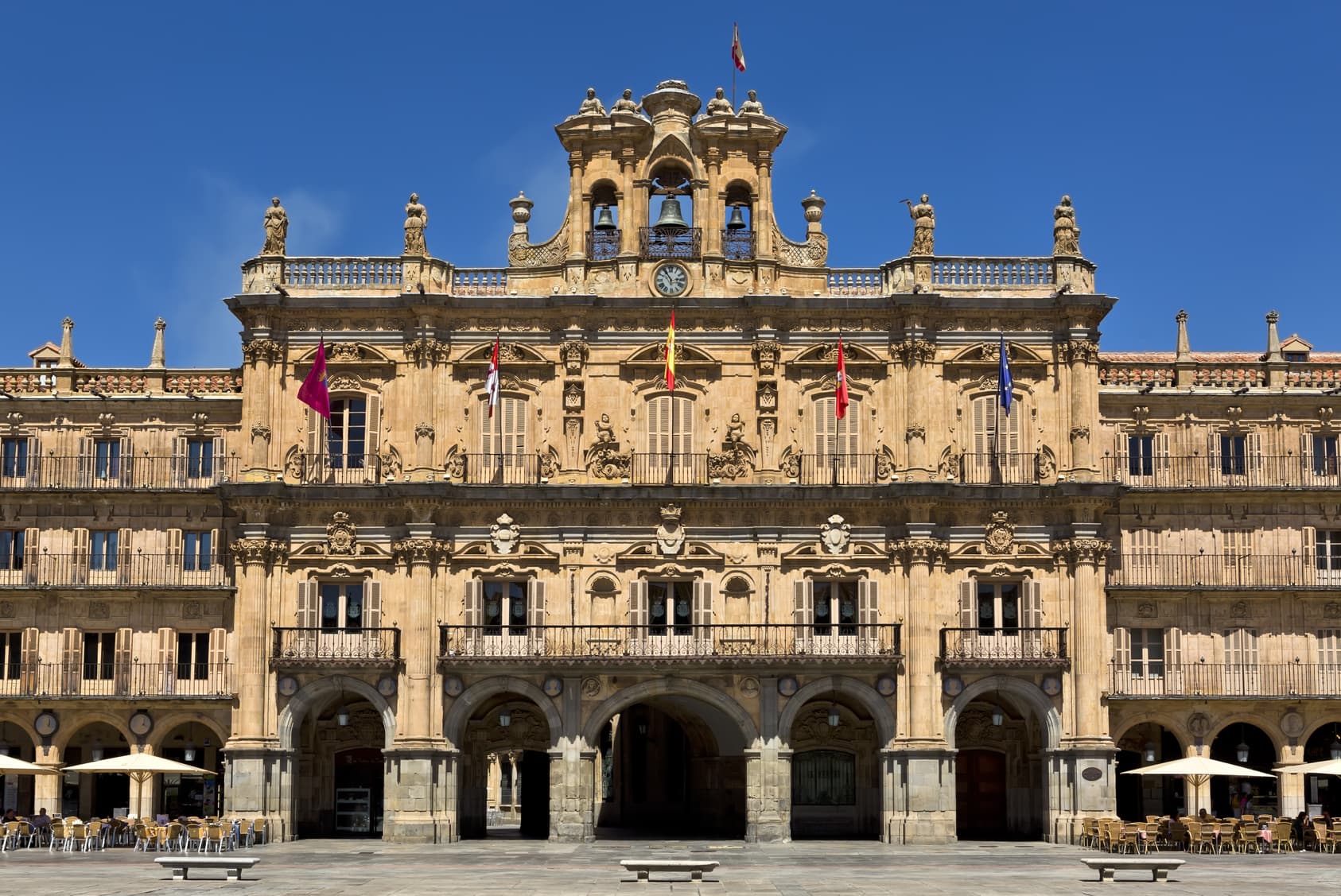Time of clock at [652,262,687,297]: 2:54
